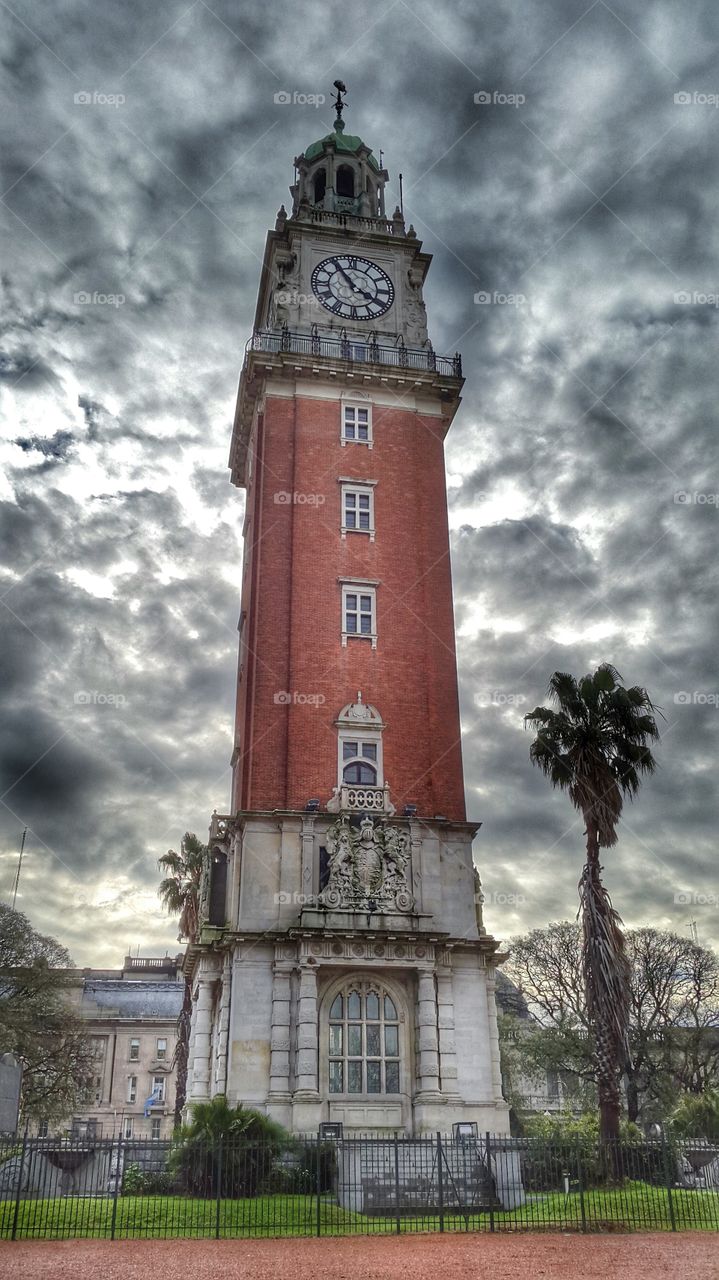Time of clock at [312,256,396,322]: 3:54
